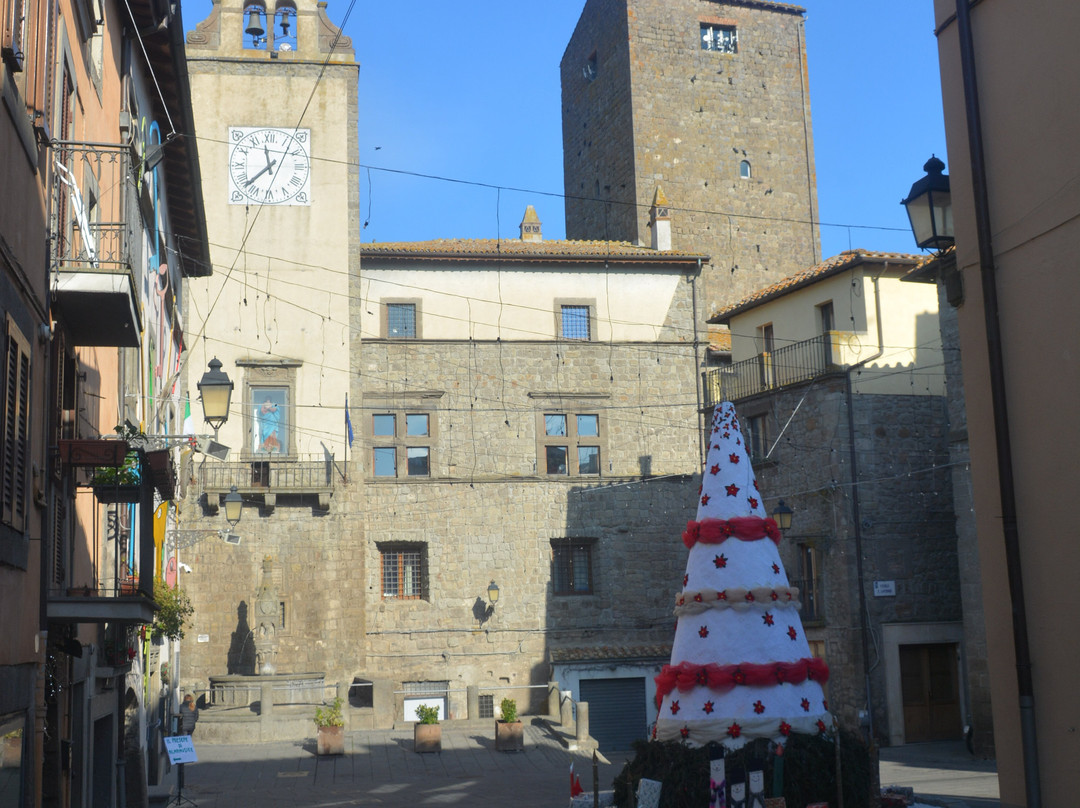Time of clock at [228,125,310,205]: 11:37
